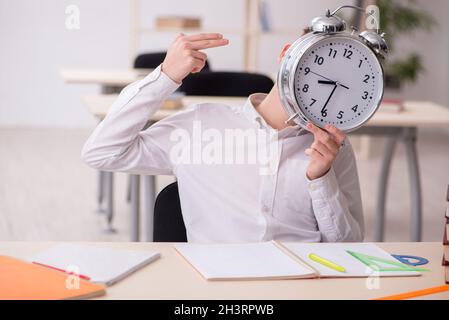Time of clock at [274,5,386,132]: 8:31
